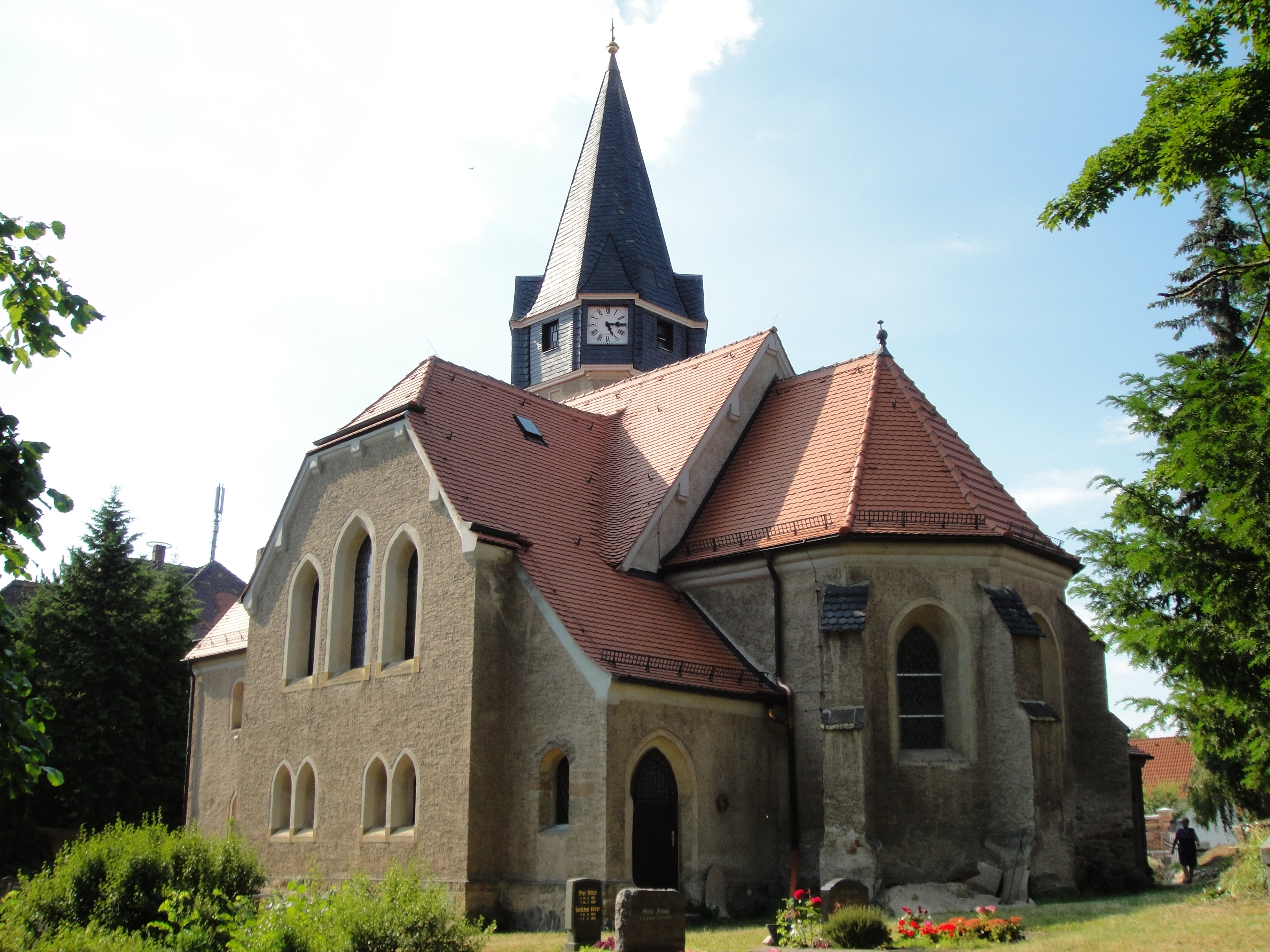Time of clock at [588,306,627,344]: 5:14
